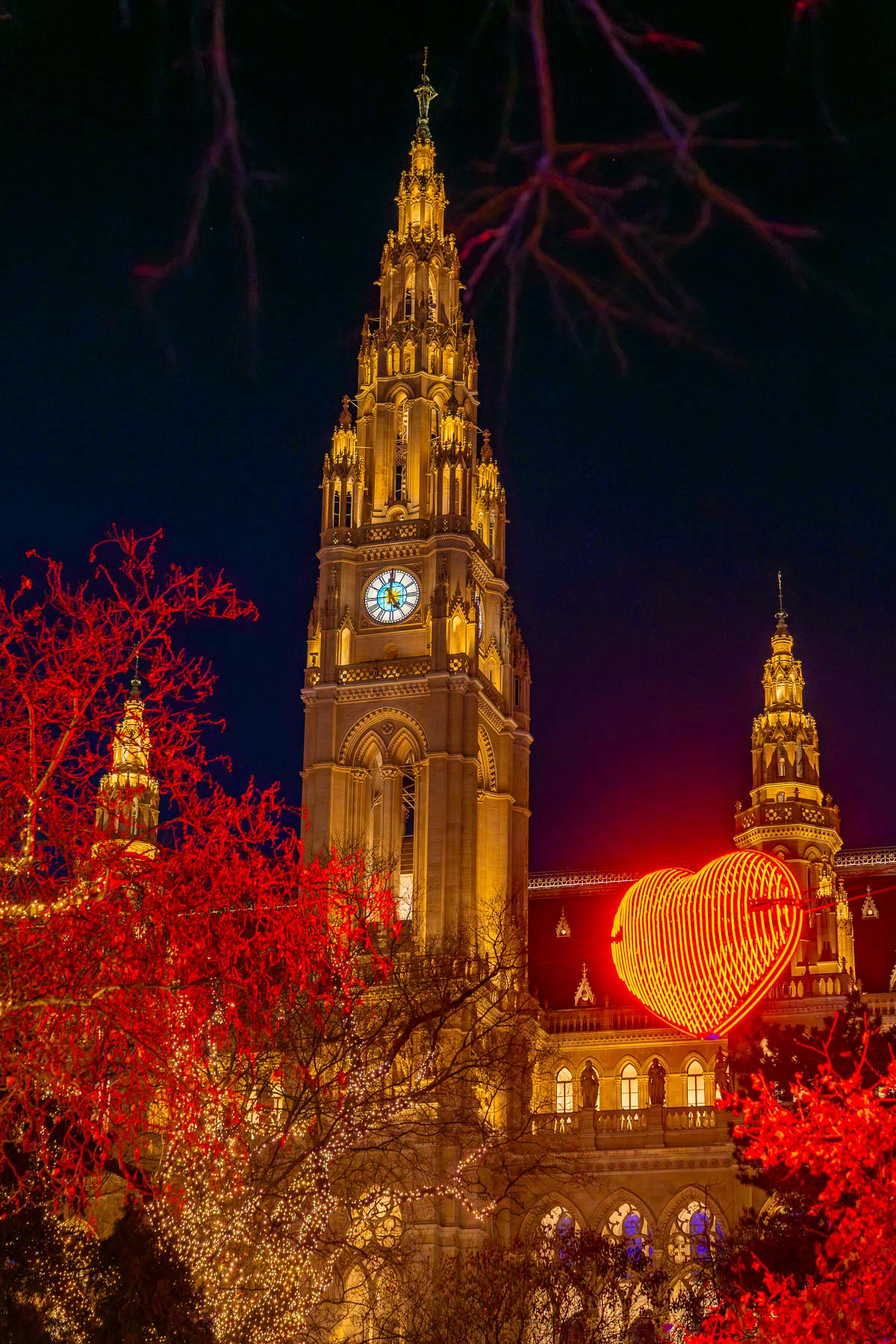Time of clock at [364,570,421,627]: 4:59
